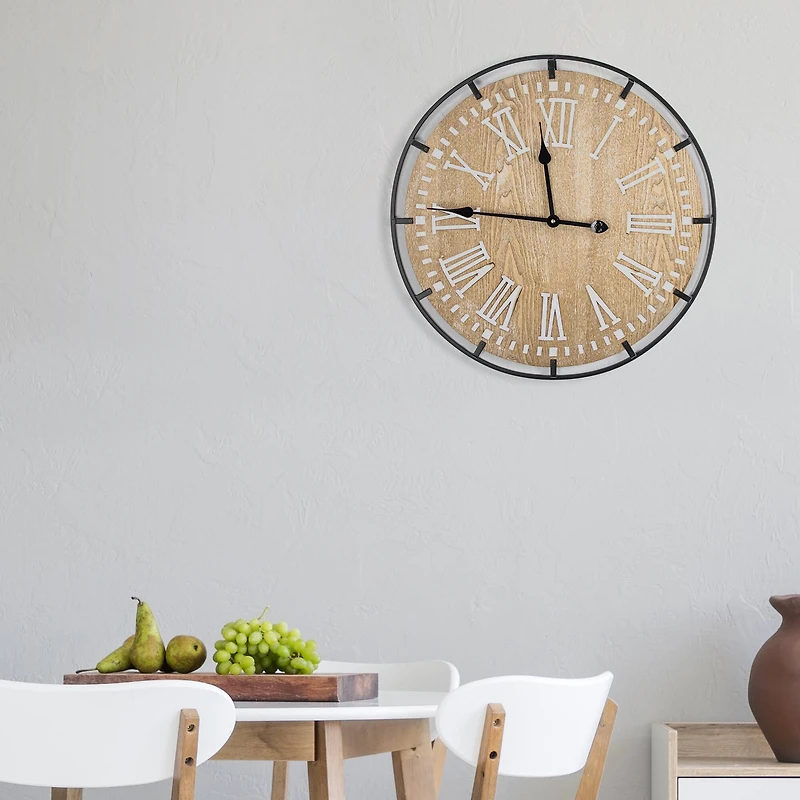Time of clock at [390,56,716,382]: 11:45
